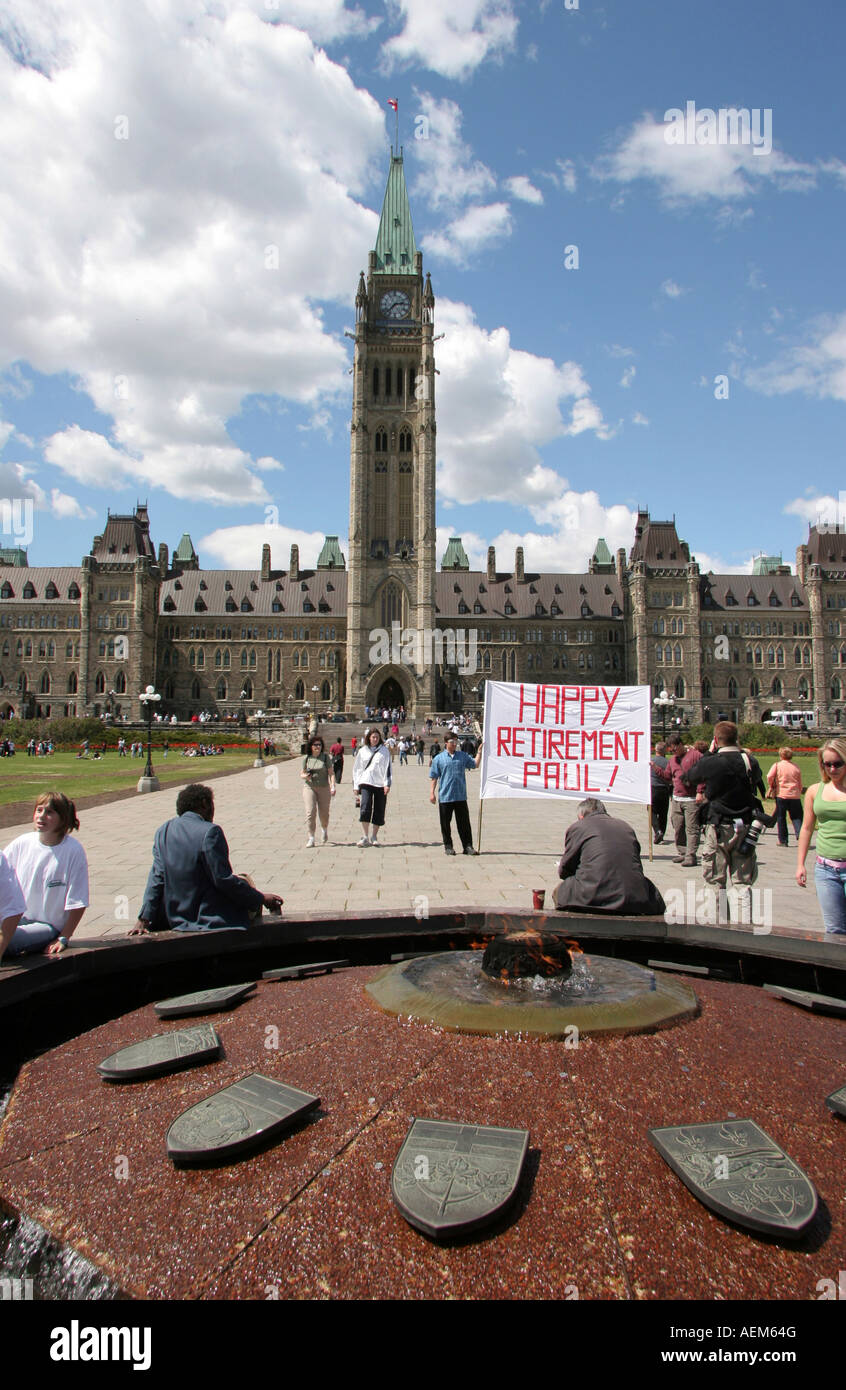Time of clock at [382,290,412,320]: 2:37
